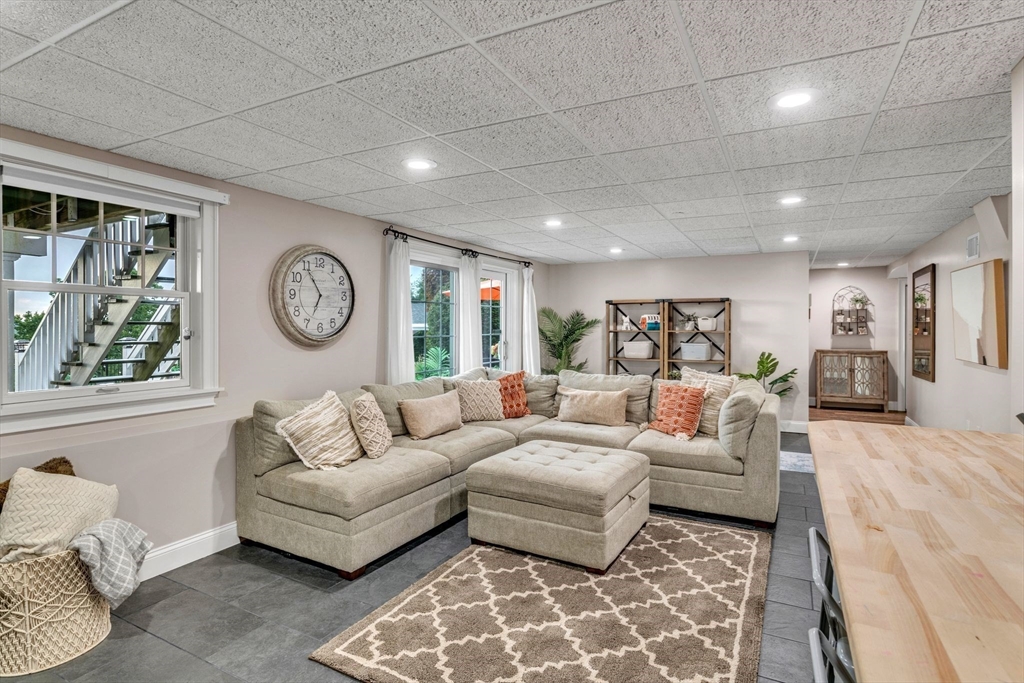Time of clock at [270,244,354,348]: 6:54
